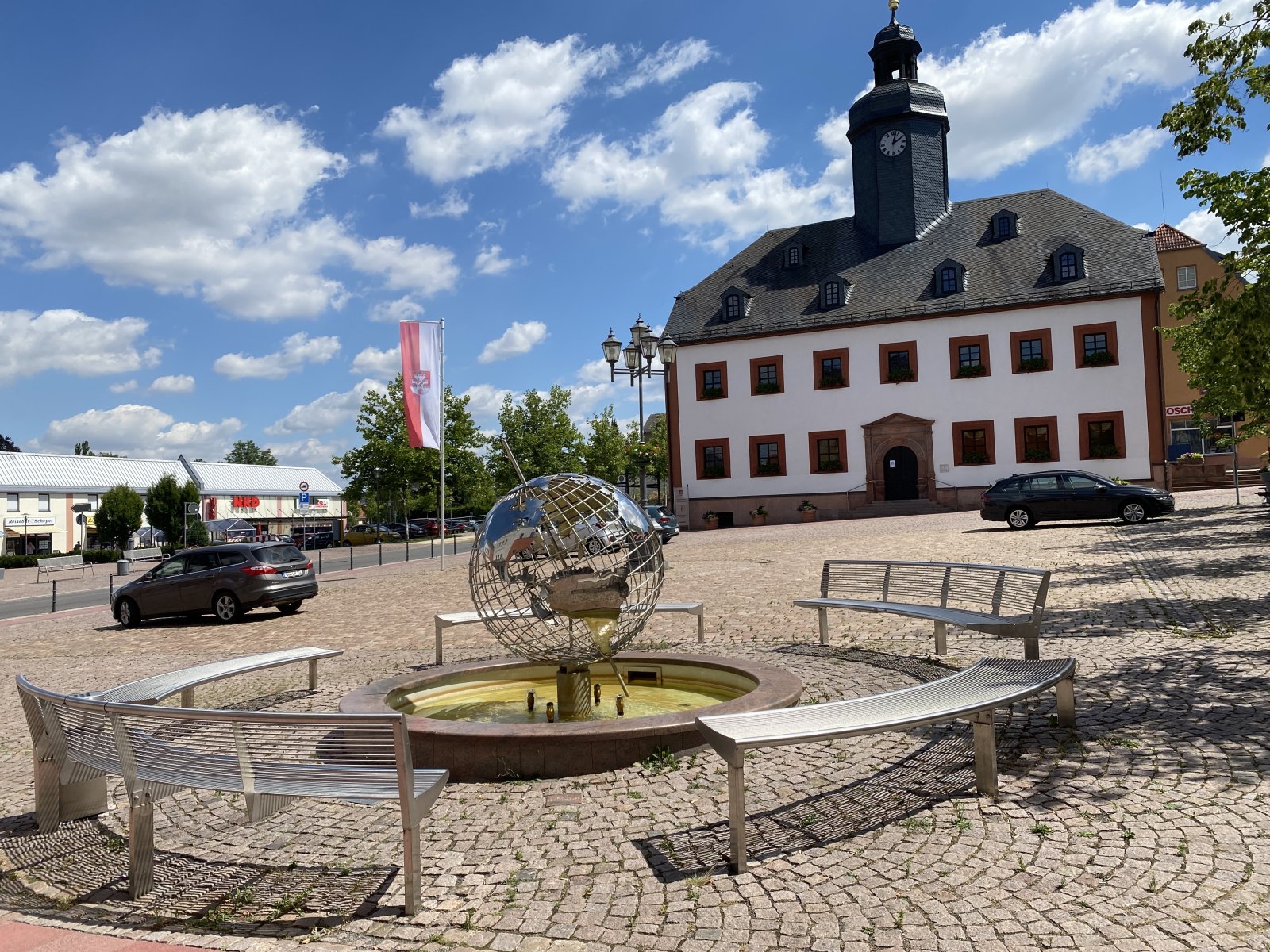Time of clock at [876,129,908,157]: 2:02
